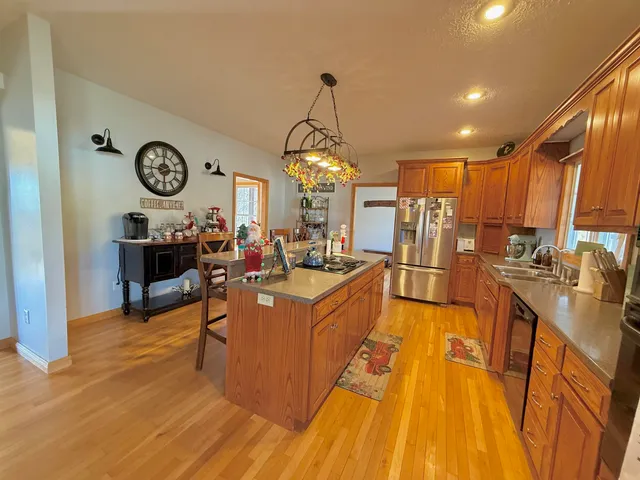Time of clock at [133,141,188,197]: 11:44
